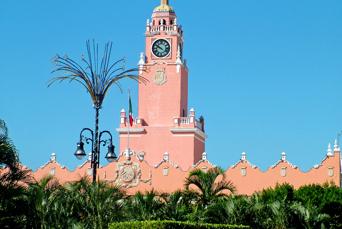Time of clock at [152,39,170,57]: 9:50
